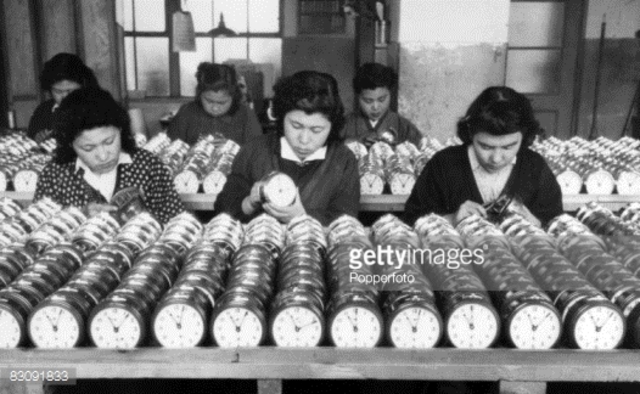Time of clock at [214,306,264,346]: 11:04
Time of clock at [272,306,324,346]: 11:11
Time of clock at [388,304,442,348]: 11:02
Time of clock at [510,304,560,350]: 11:07
